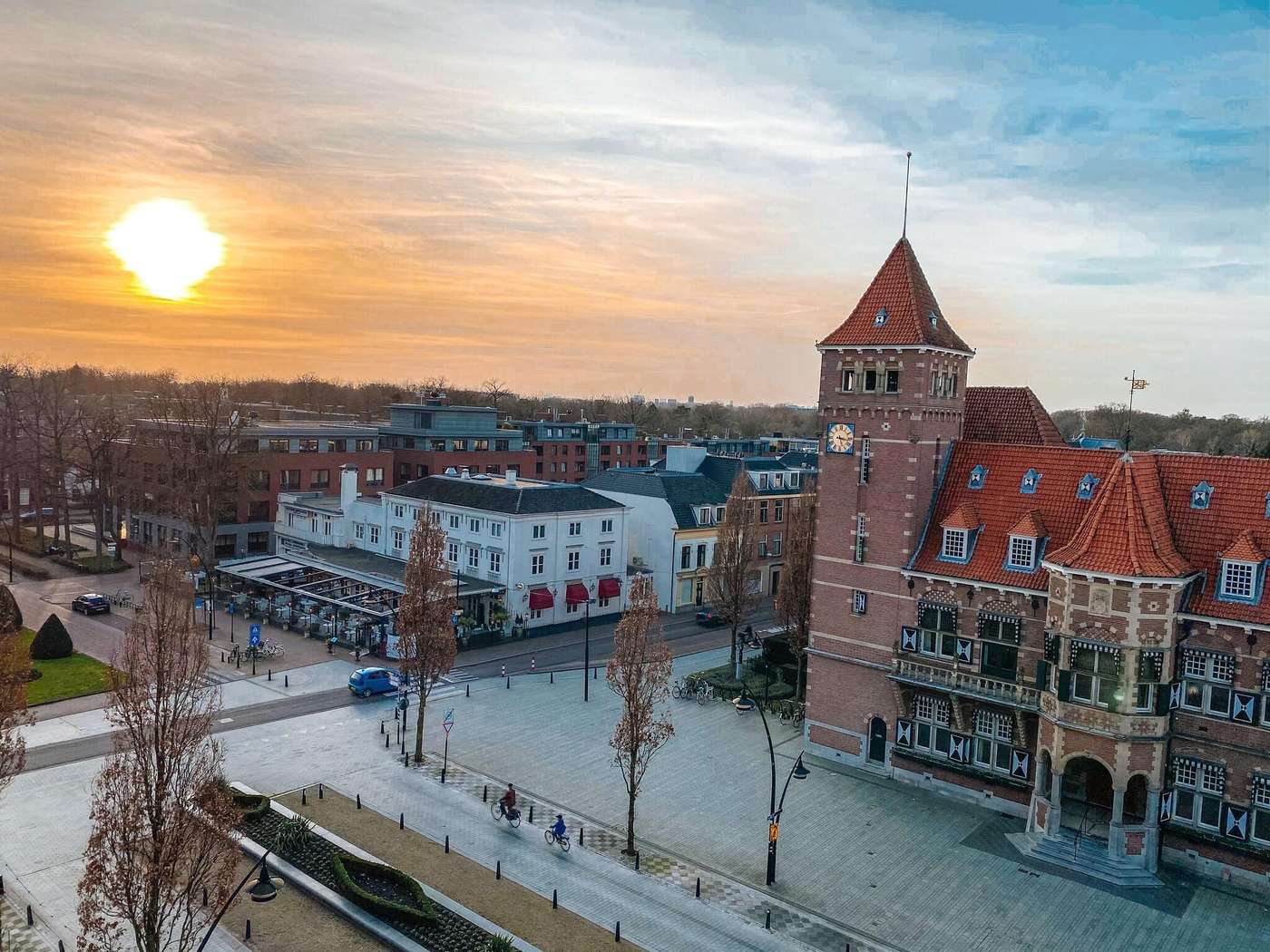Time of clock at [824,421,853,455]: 5:16
